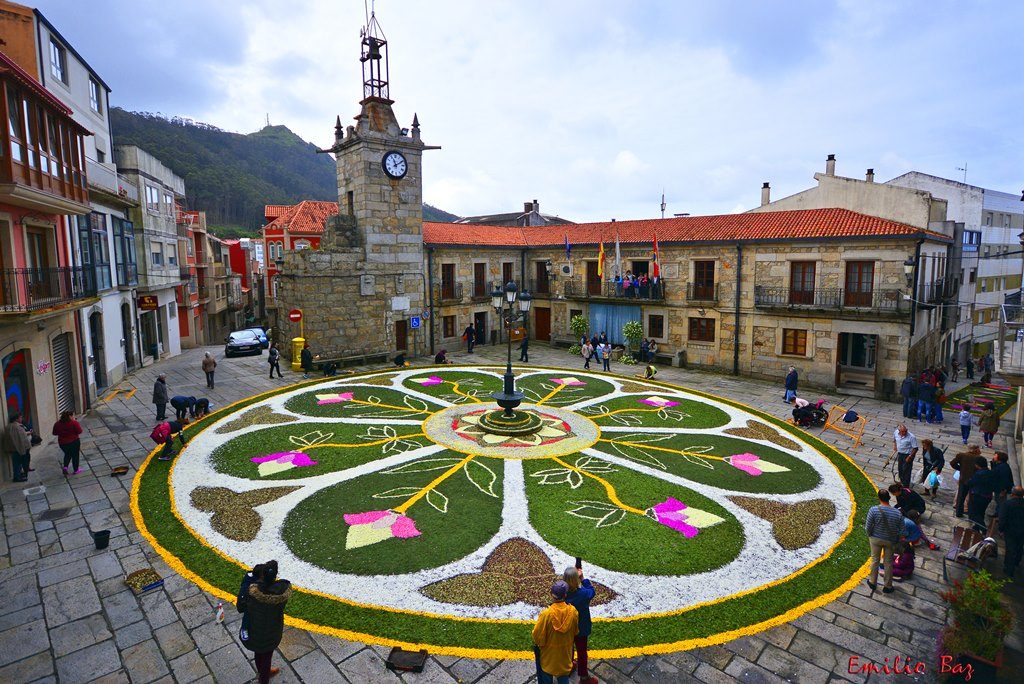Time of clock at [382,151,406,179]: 11:10
